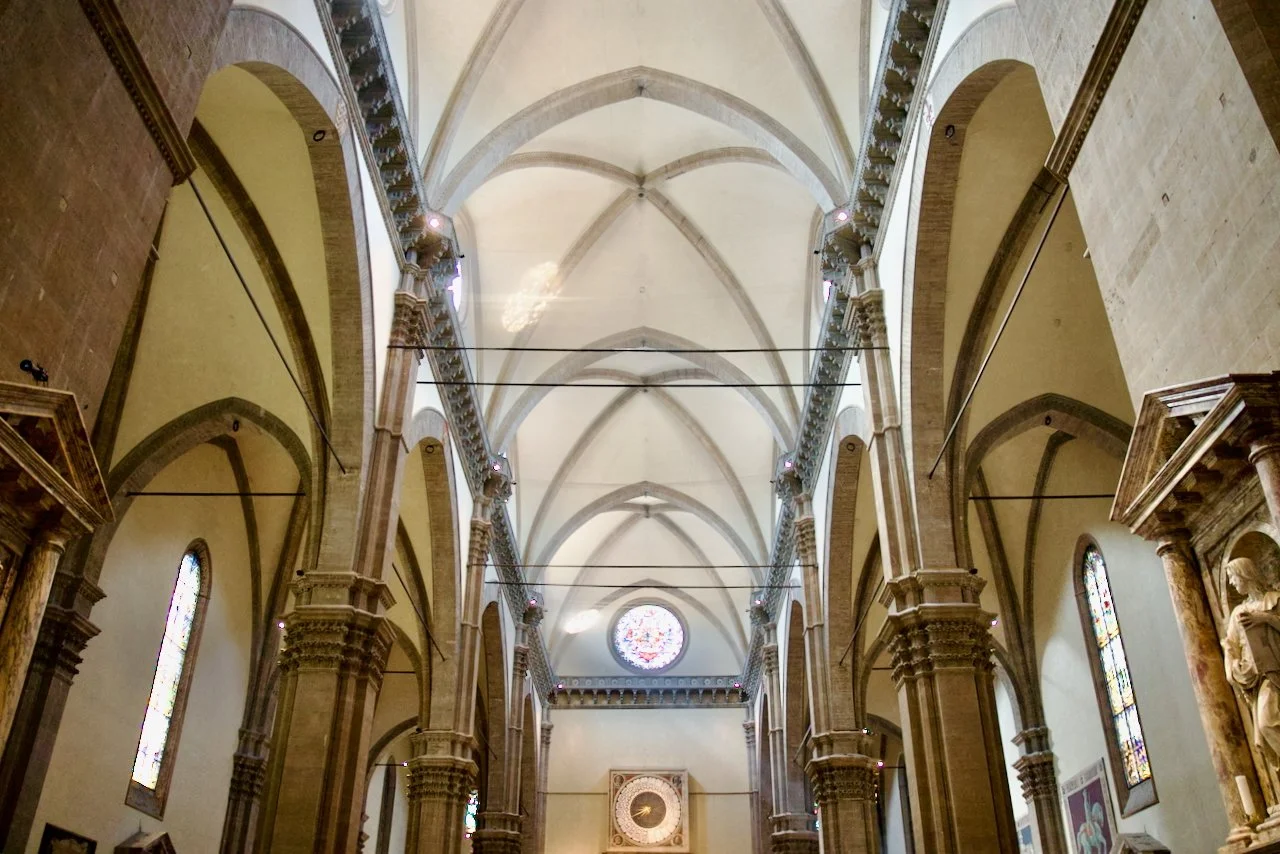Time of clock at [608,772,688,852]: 8:40
